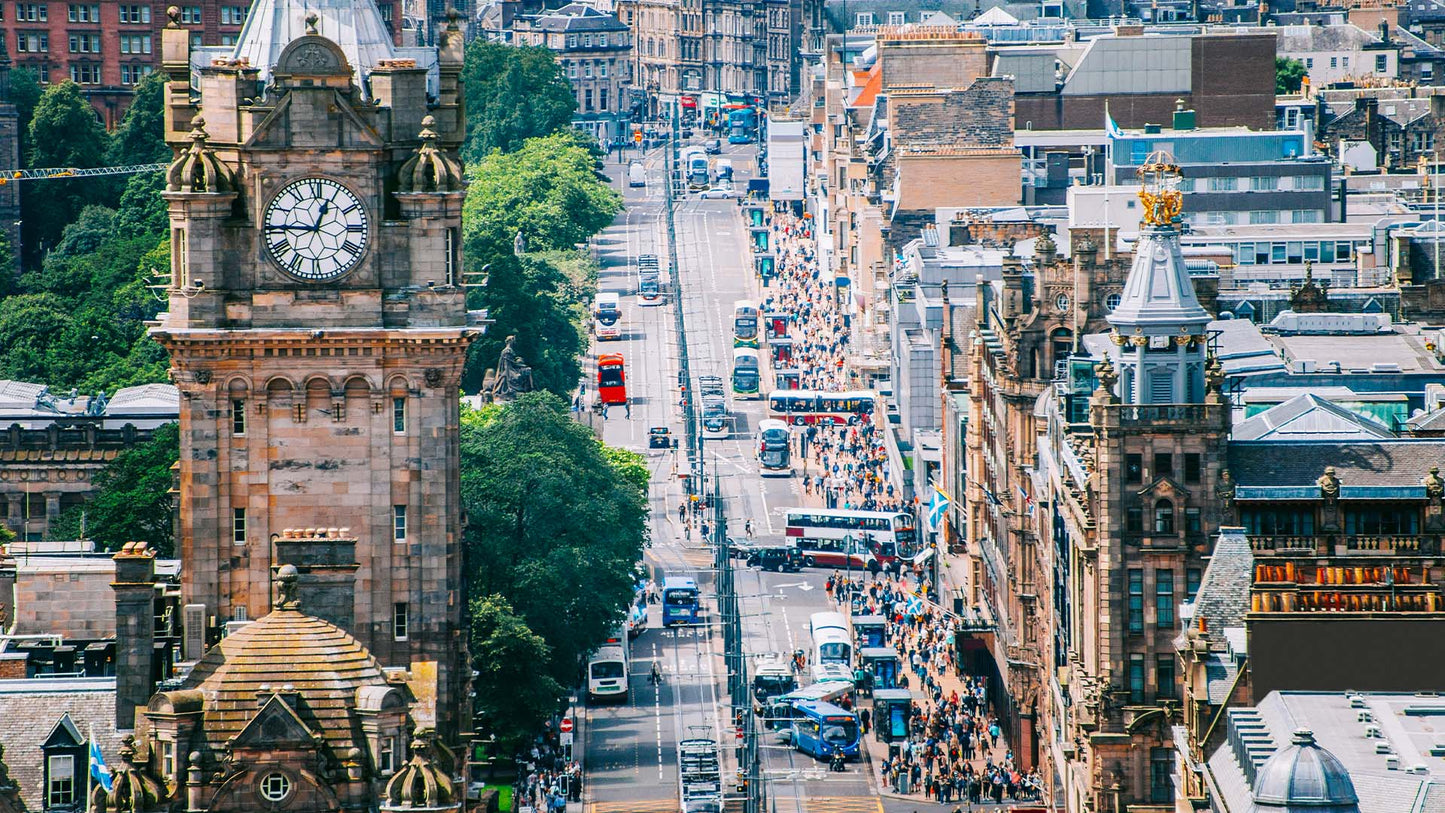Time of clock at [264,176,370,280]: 12:45
